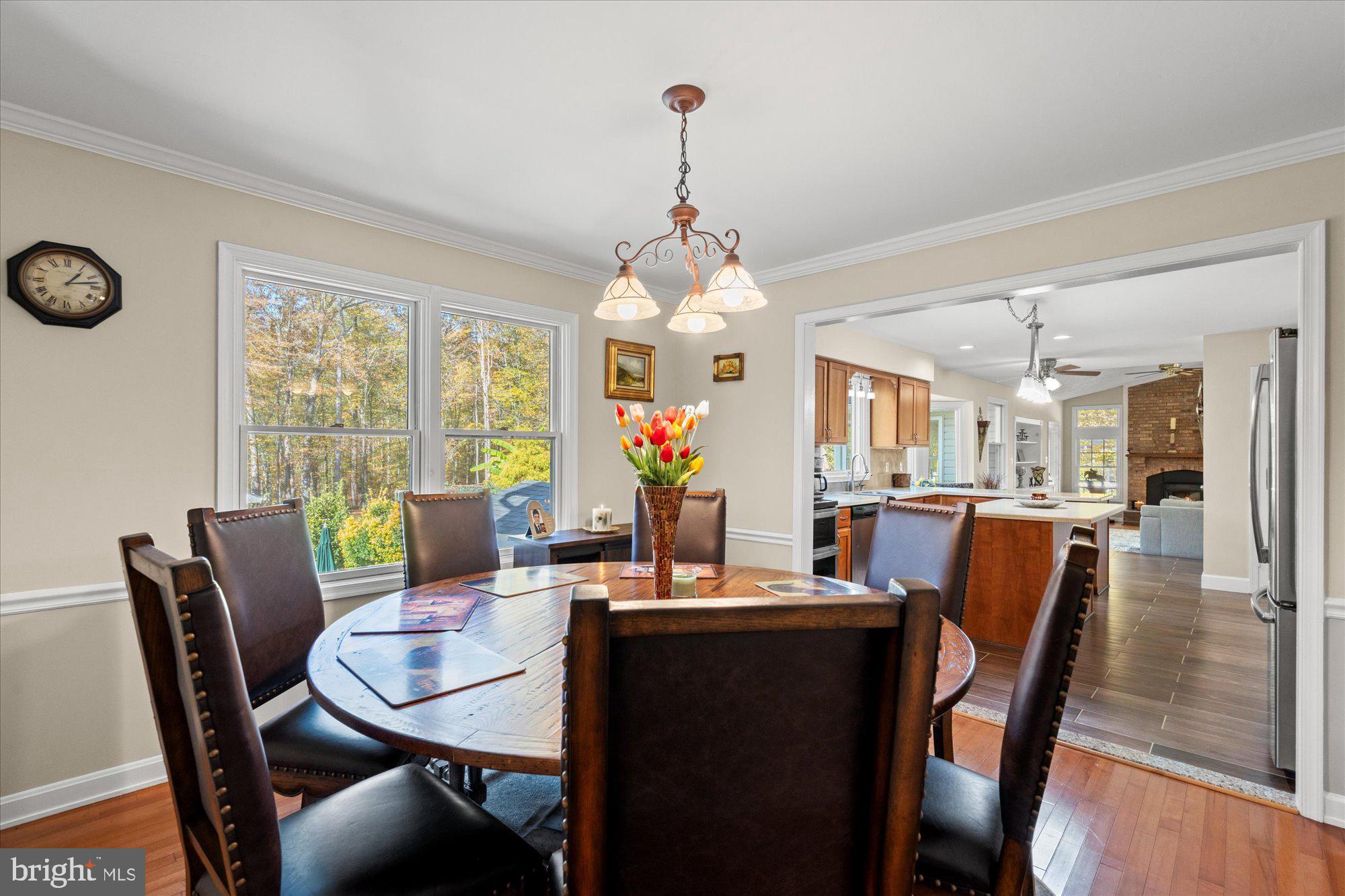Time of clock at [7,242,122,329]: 1:13
